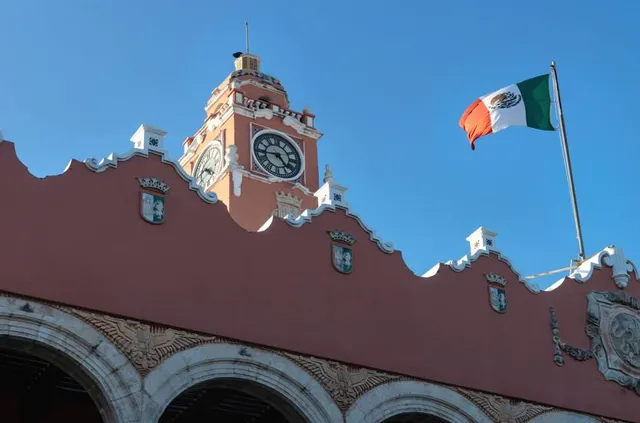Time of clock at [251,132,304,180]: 4:43
